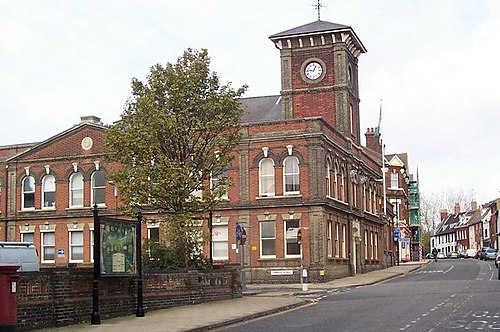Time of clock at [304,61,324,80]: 12:46
